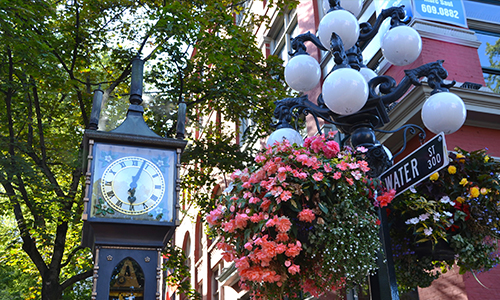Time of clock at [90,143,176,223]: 6:03
